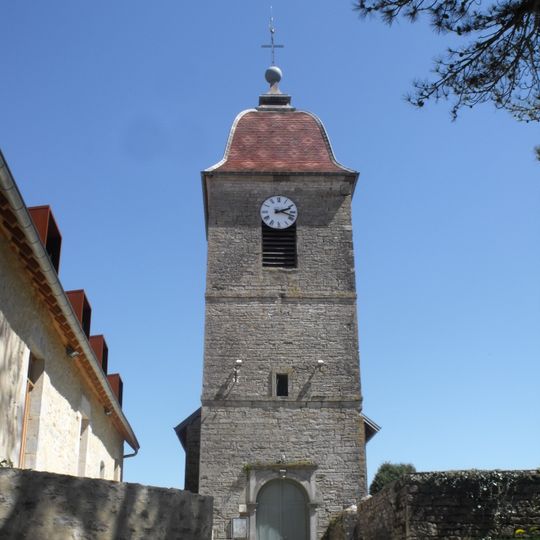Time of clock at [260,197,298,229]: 2:18
